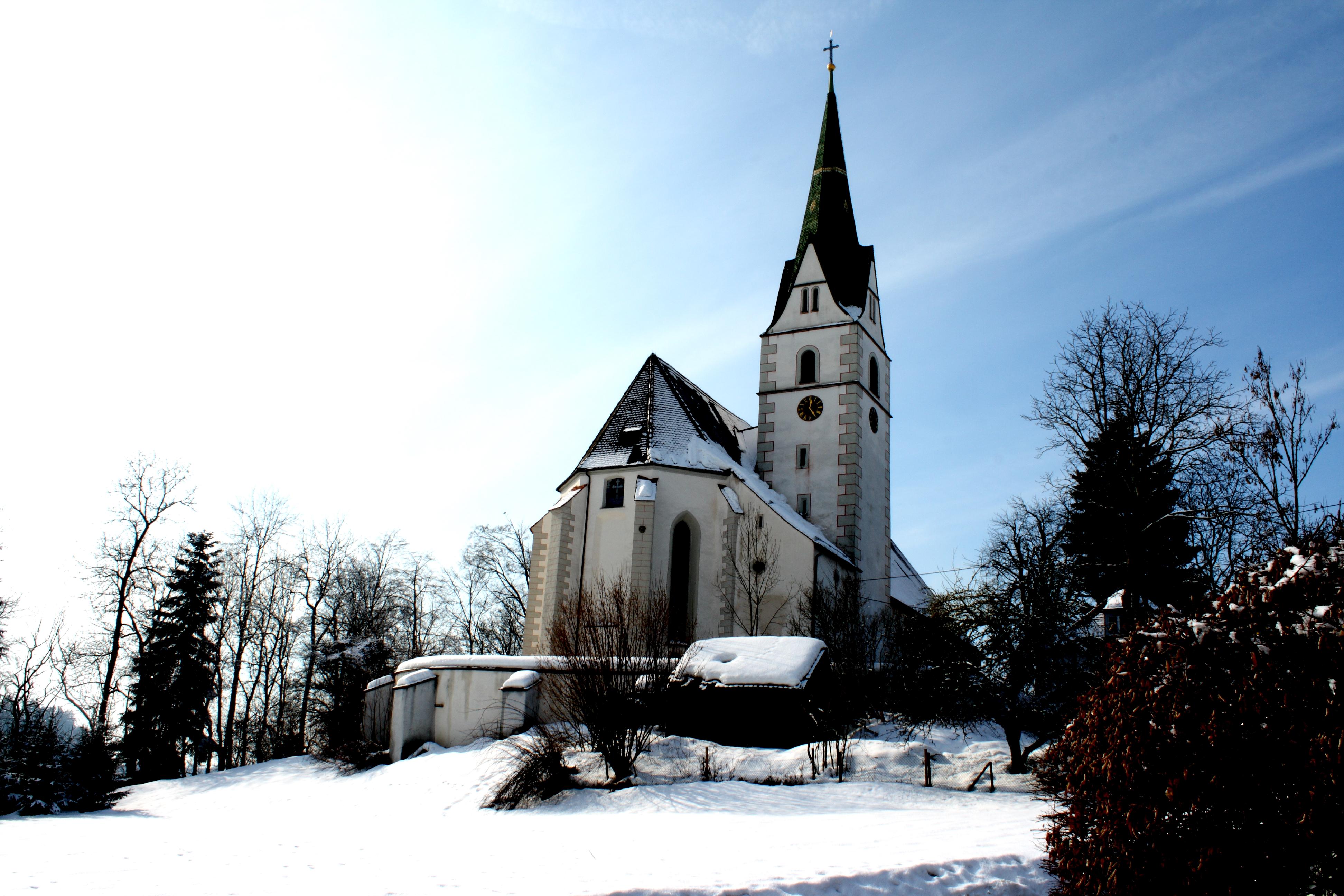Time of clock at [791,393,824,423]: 12:24
